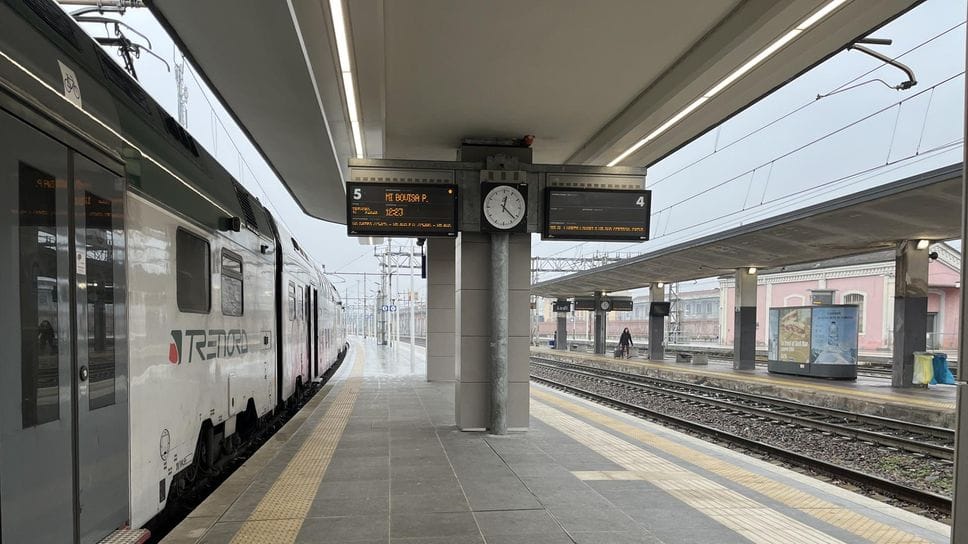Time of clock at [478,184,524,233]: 12:22
